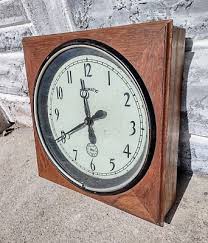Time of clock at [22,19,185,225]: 11:40
